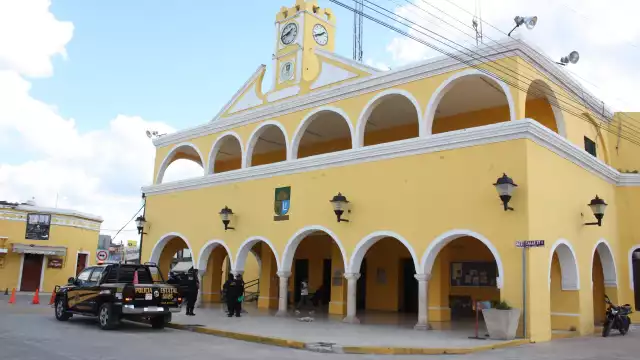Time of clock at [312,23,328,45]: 1:41
